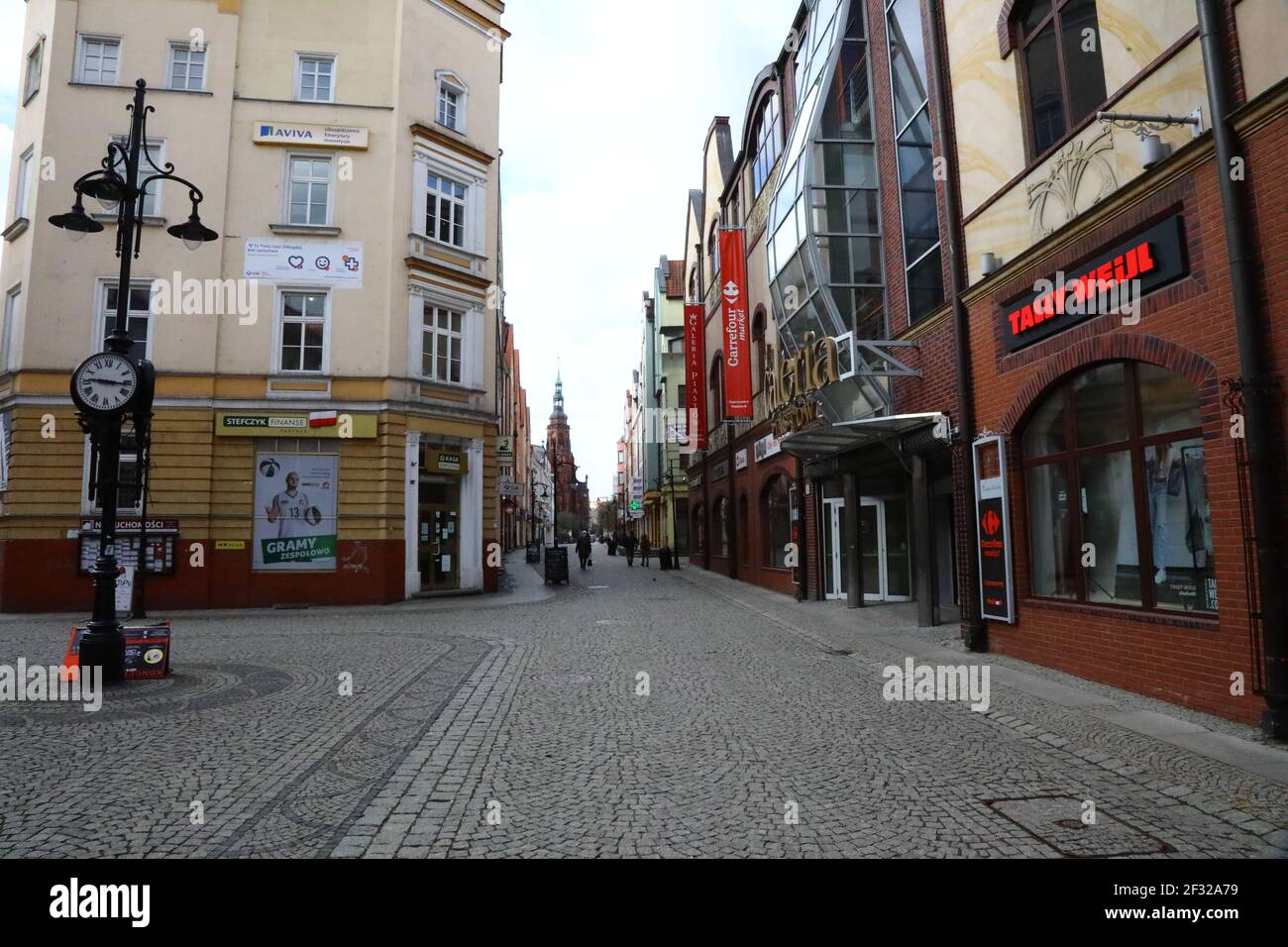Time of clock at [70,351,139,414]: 9:16
